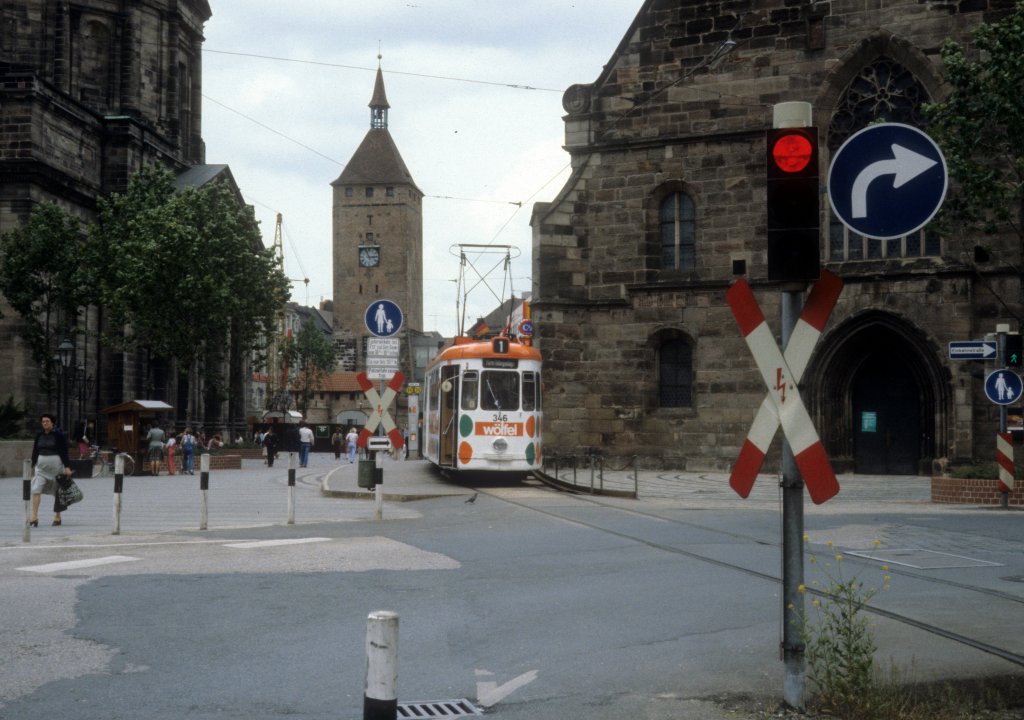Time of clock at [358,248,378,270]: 2:56
